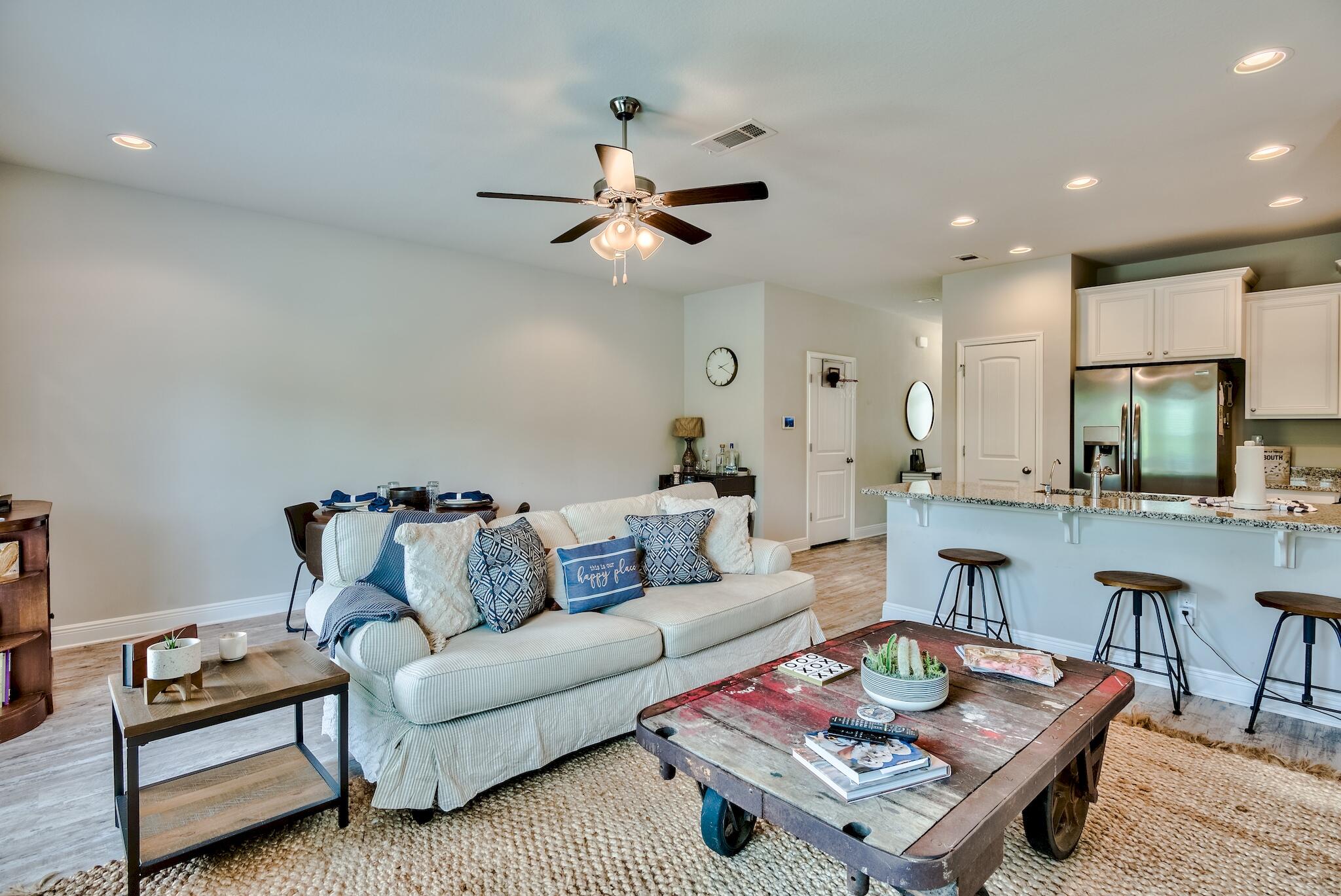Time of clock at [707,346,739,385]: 2:20
